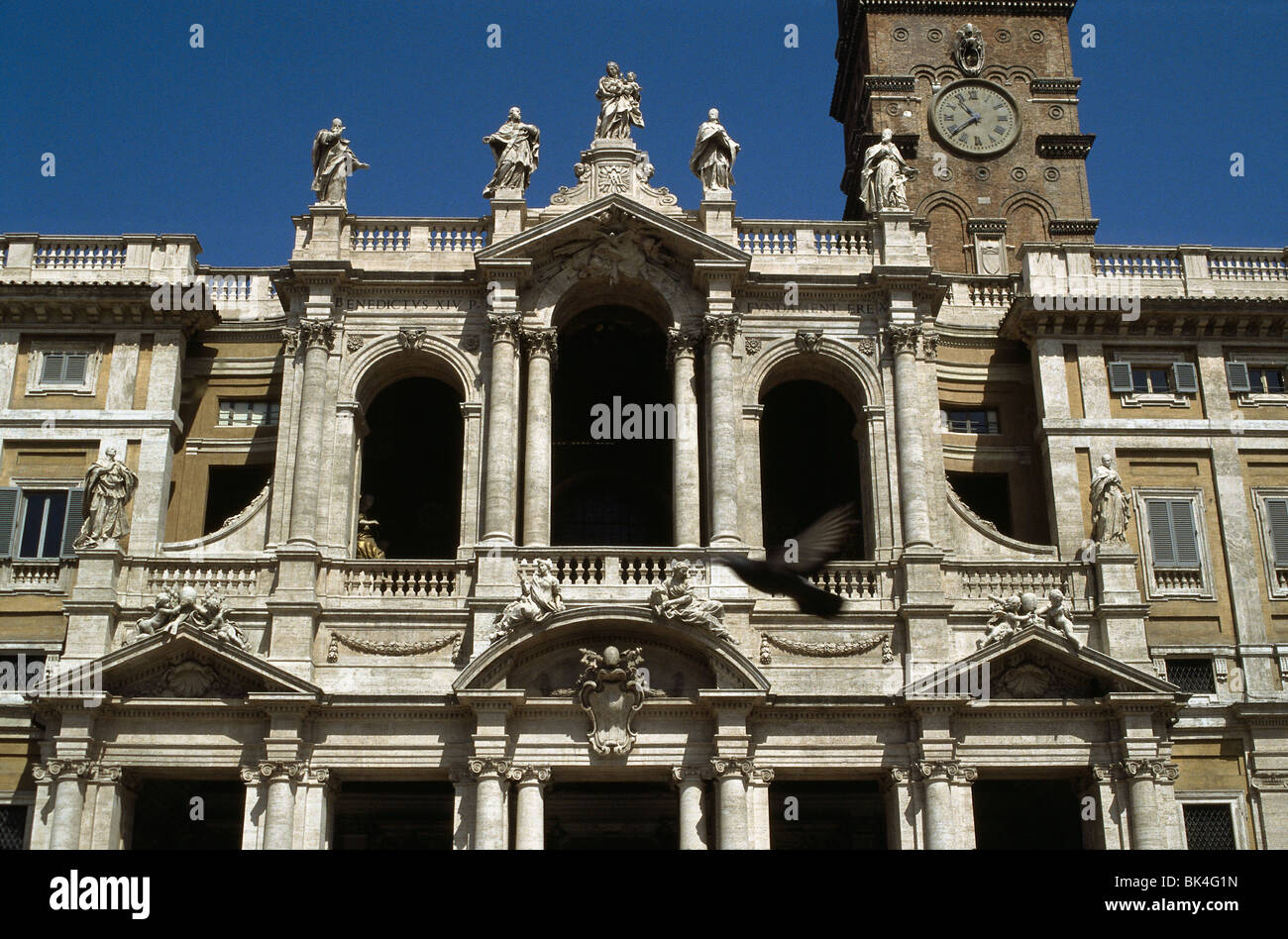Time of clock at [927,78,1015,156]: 10:38
